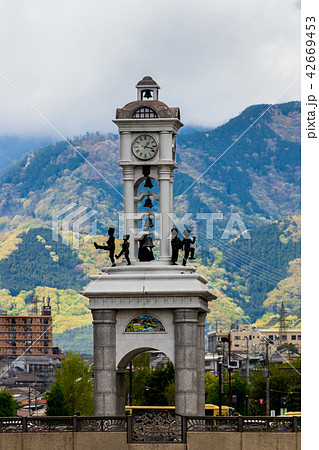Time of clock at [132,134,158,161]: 1:16
